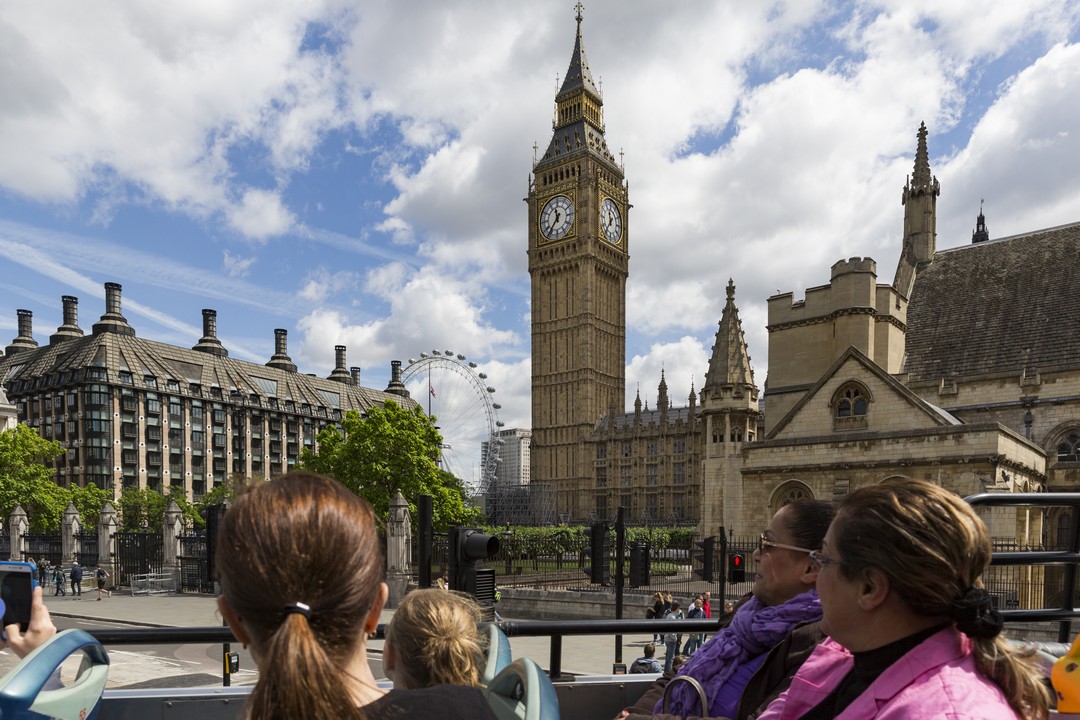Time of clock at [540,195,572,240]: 11:36
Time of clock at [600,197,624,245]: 11:35
